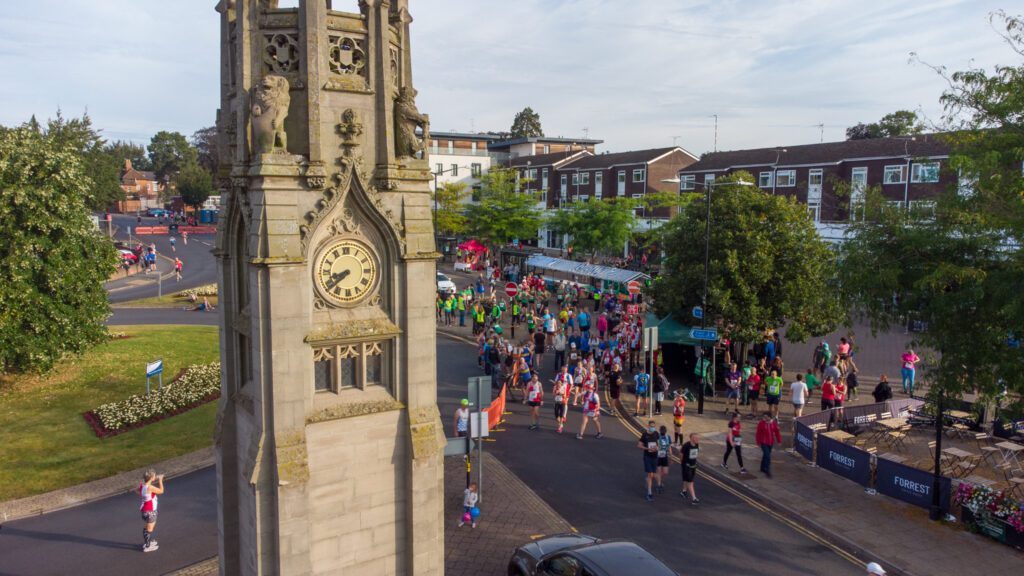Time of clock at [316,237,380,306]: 8:38
